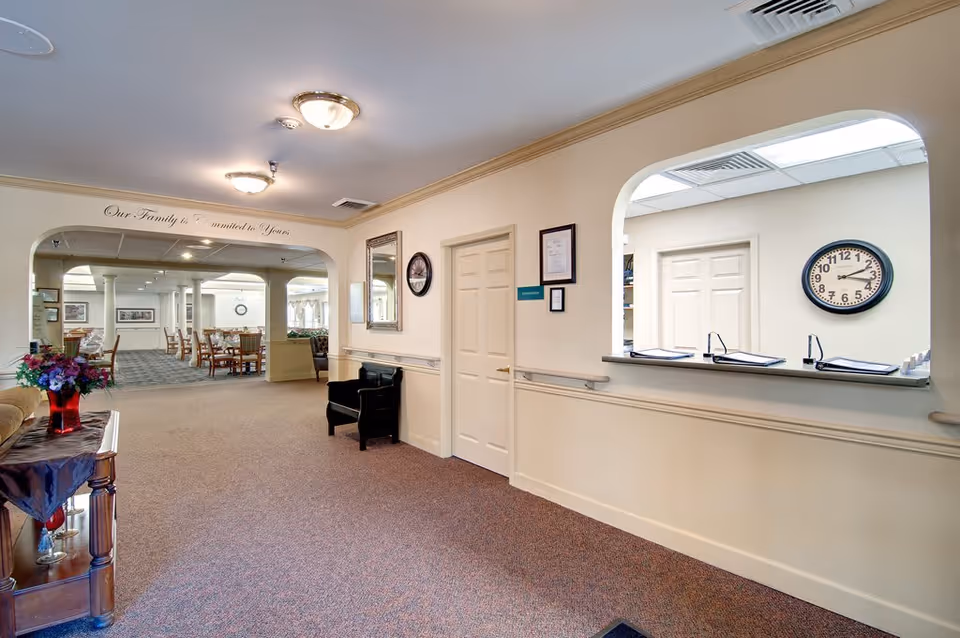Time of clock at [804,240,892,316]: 2:17
